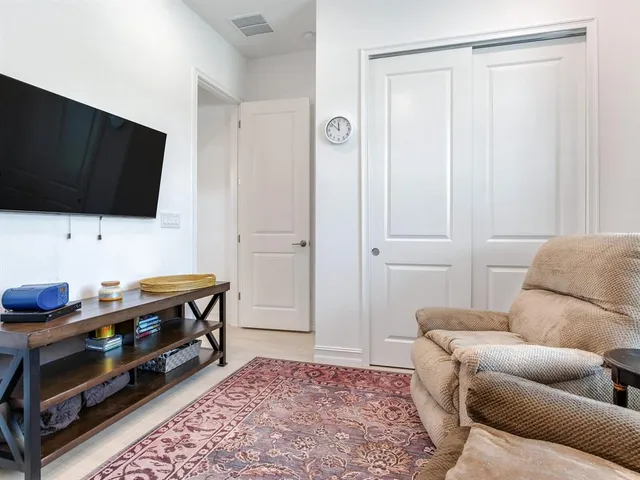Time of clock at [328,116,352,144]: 11:51
